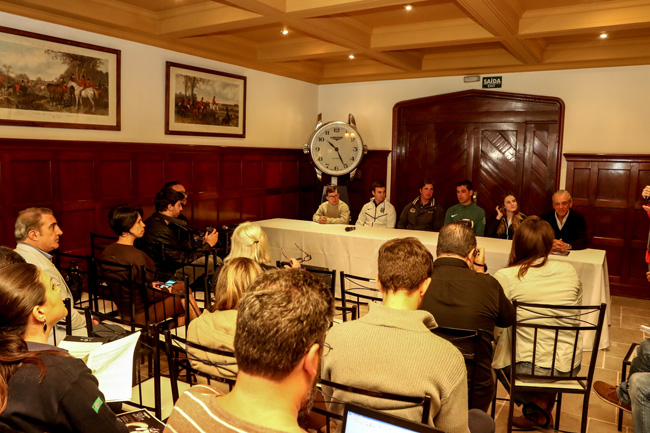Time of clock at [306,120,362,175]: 10:25
